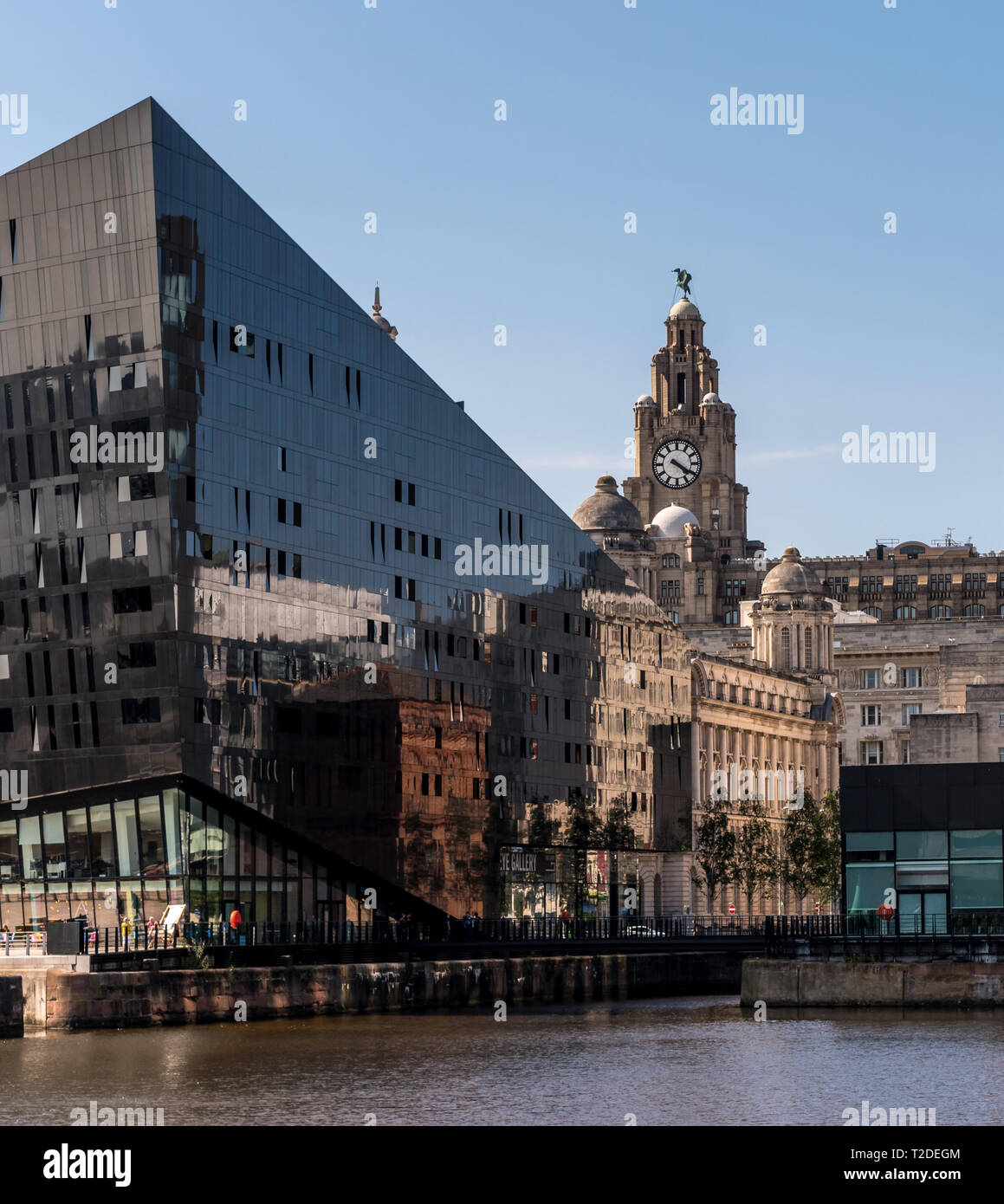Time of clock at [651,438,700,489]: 4:20
